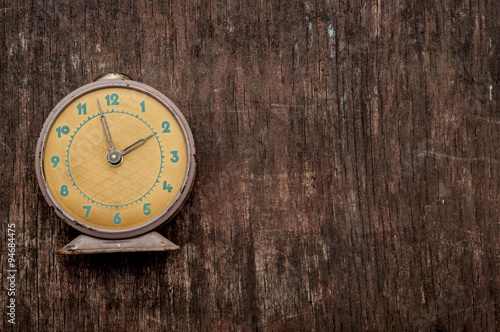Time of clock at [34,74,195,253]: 1:57
